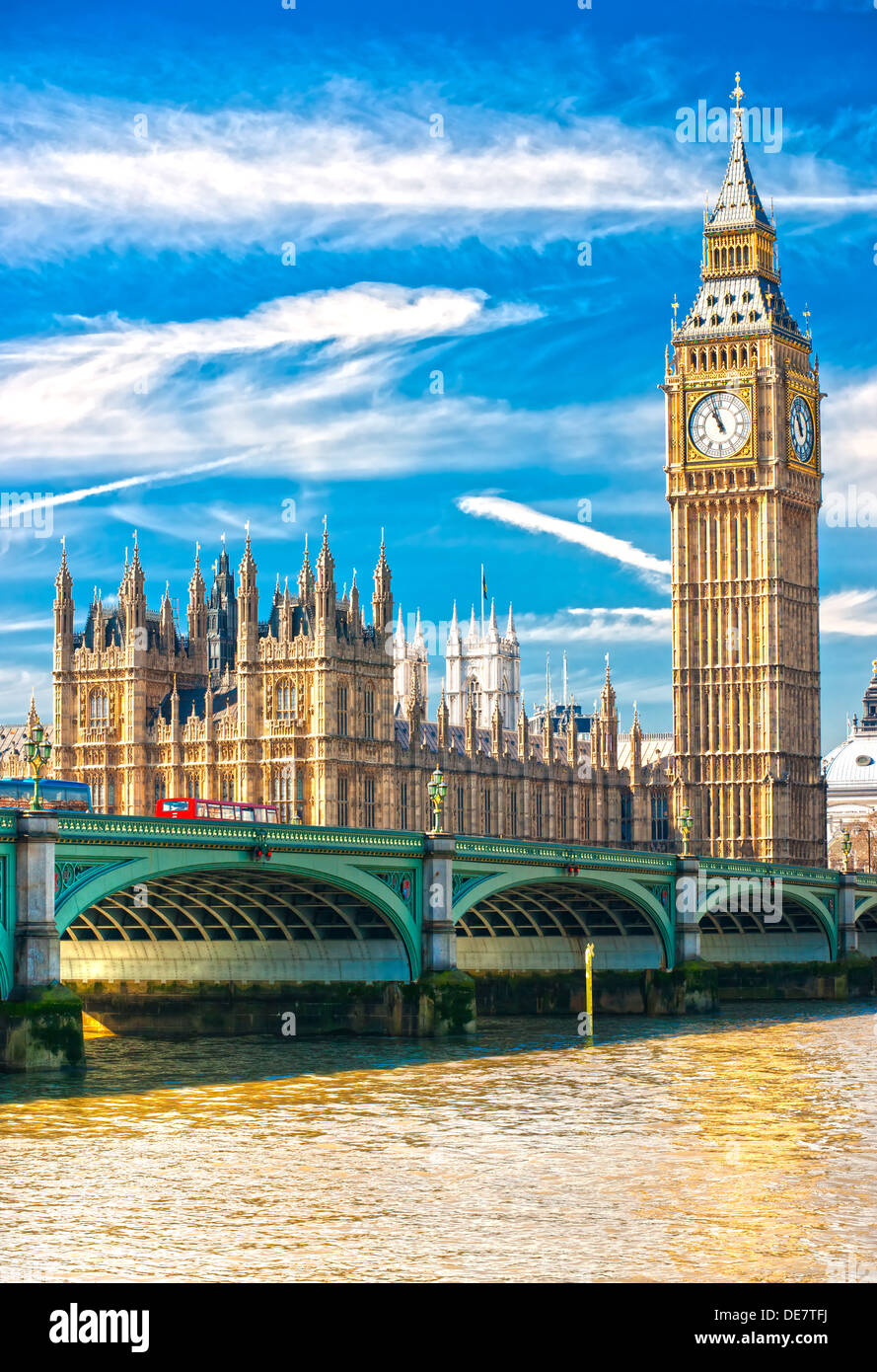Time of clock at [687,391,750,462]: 10:56
